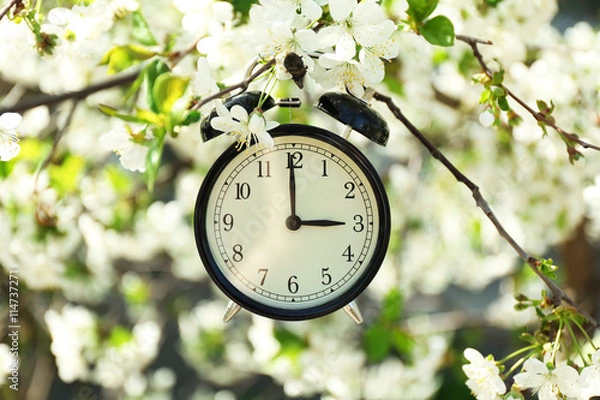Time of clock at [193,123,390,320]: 2:59
